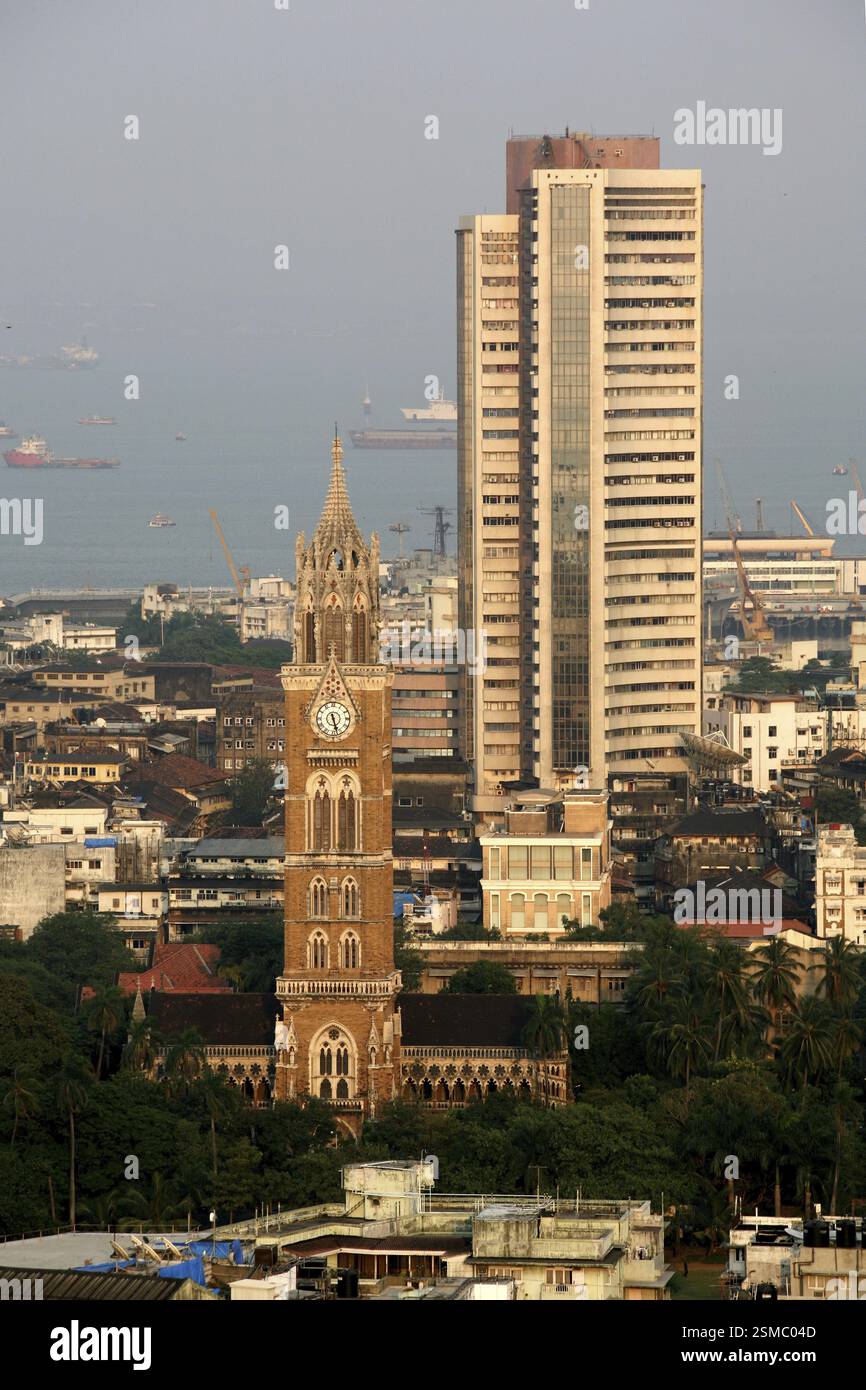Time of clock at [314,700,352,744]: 5:27
